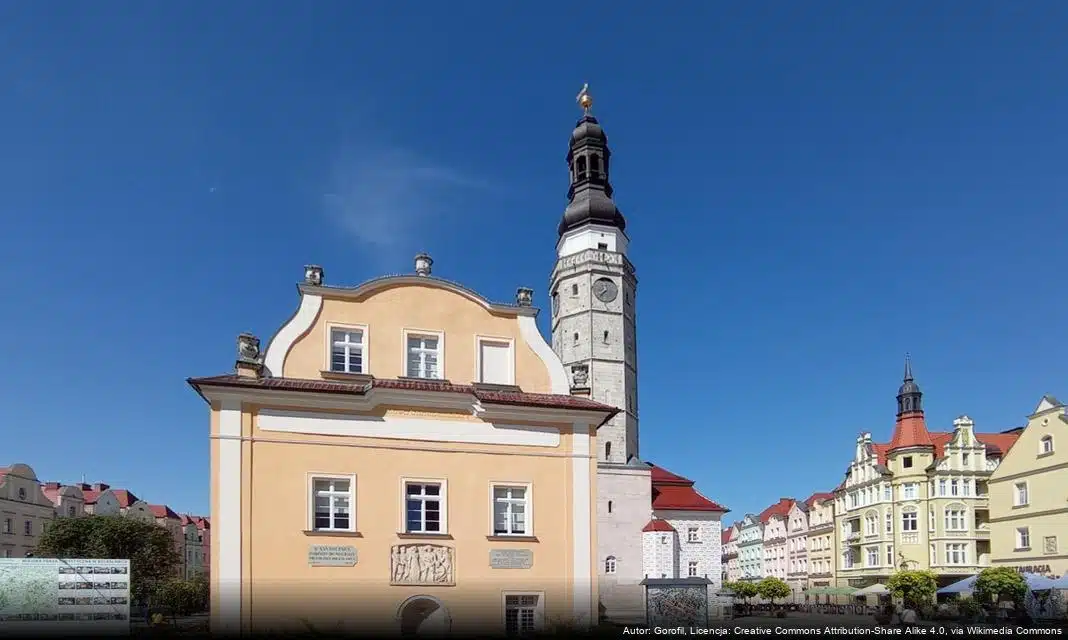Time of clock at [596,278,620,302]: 7:37
